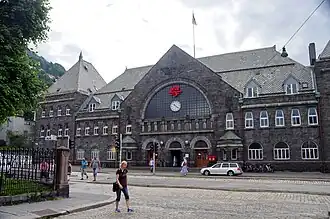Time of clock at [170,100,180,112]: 4:21
